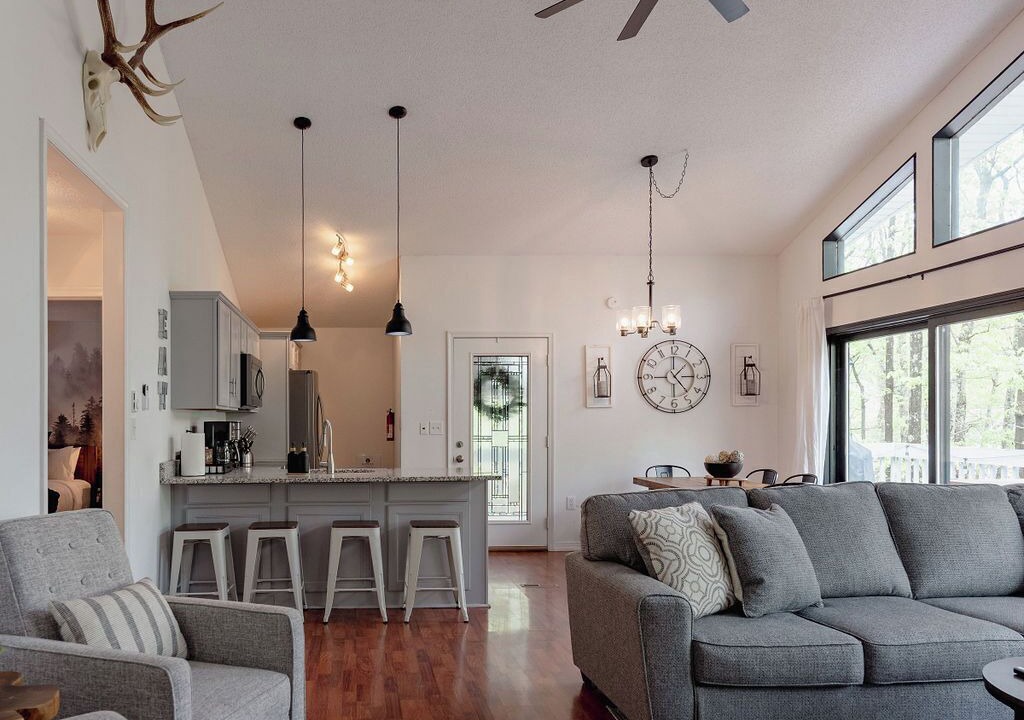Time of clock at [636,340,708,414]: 1:23
